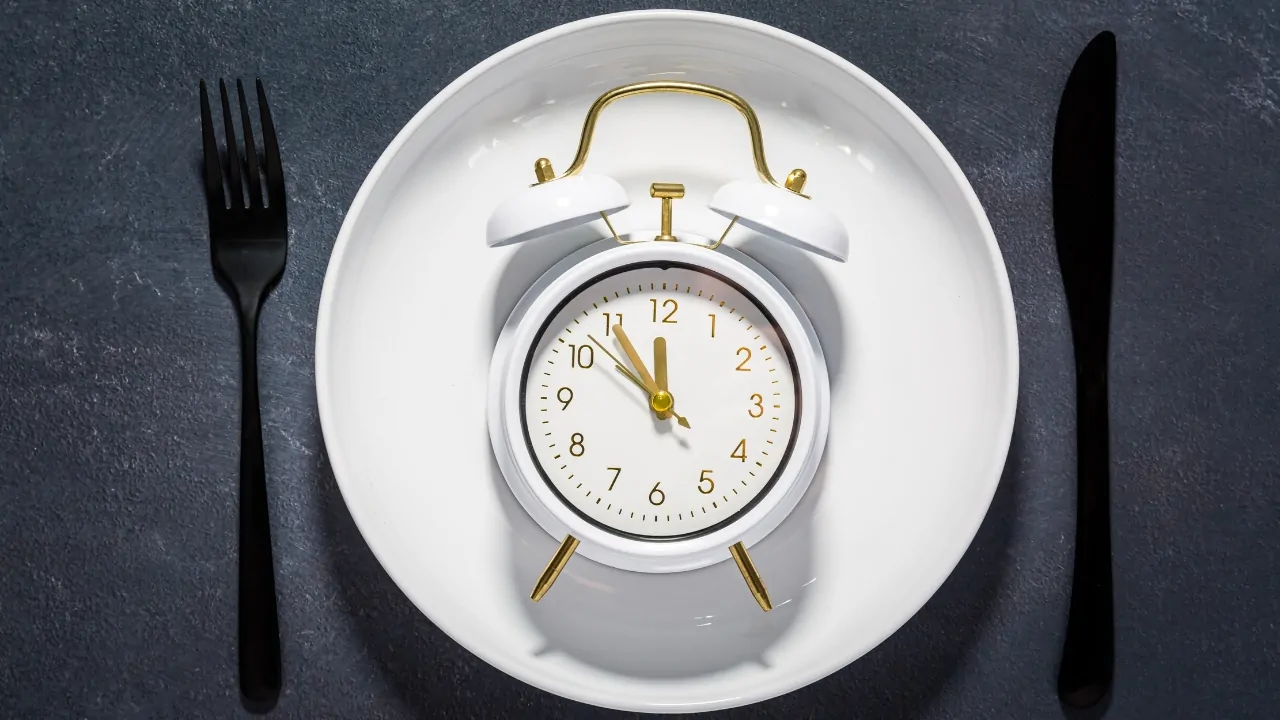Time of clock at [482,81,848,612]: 11:53
